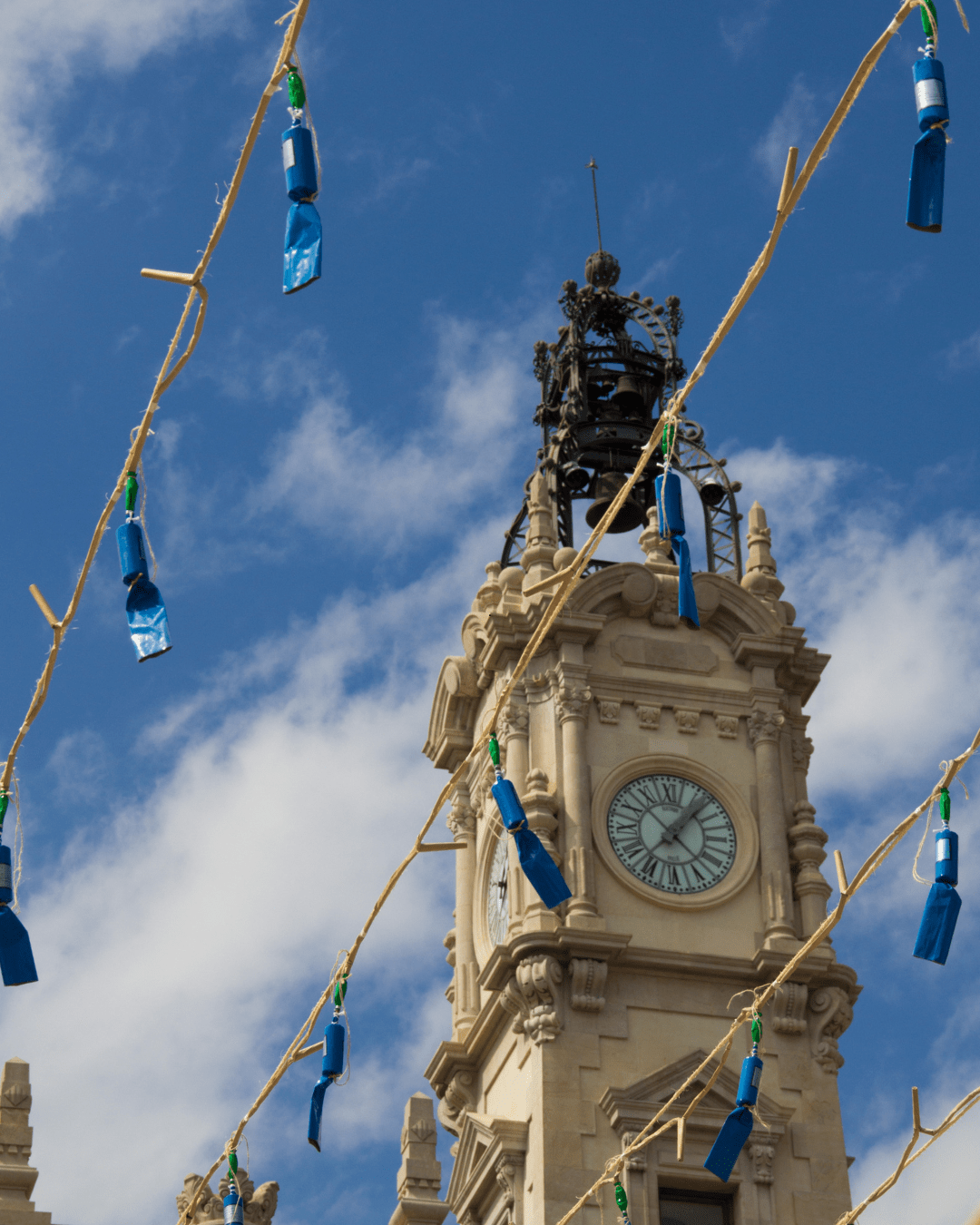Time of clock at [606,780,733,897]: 1:22
